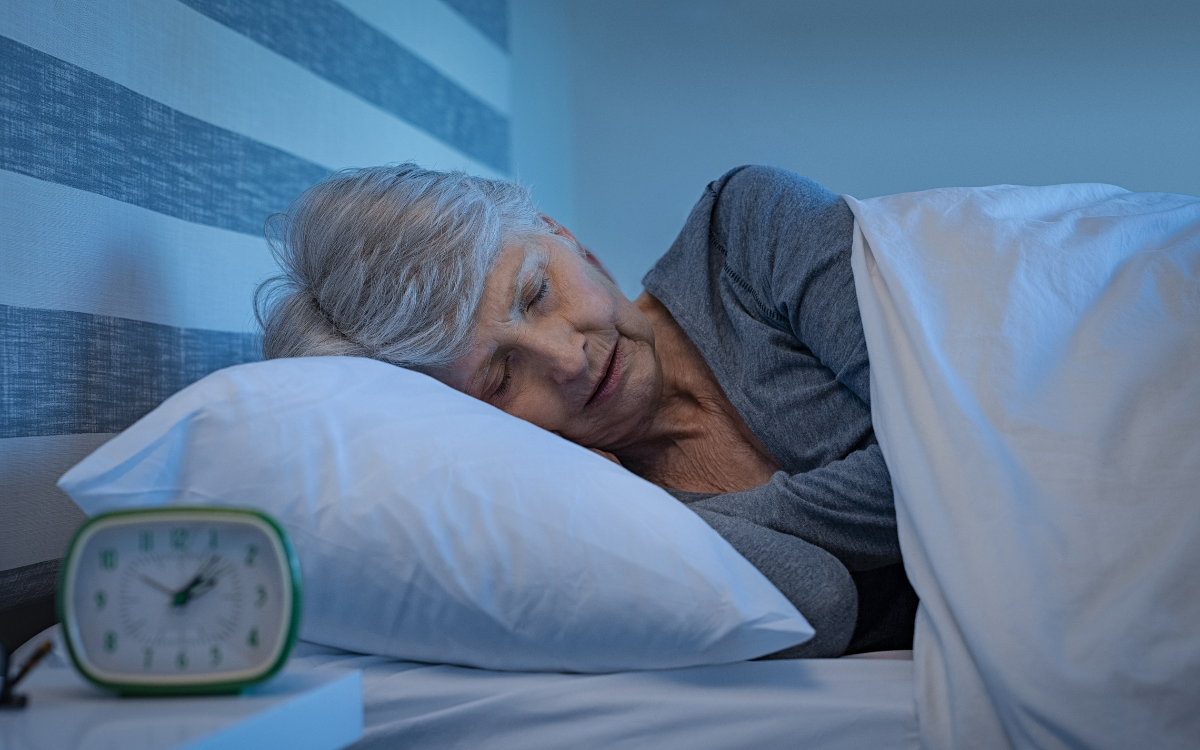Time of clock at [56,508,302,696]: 2:07
